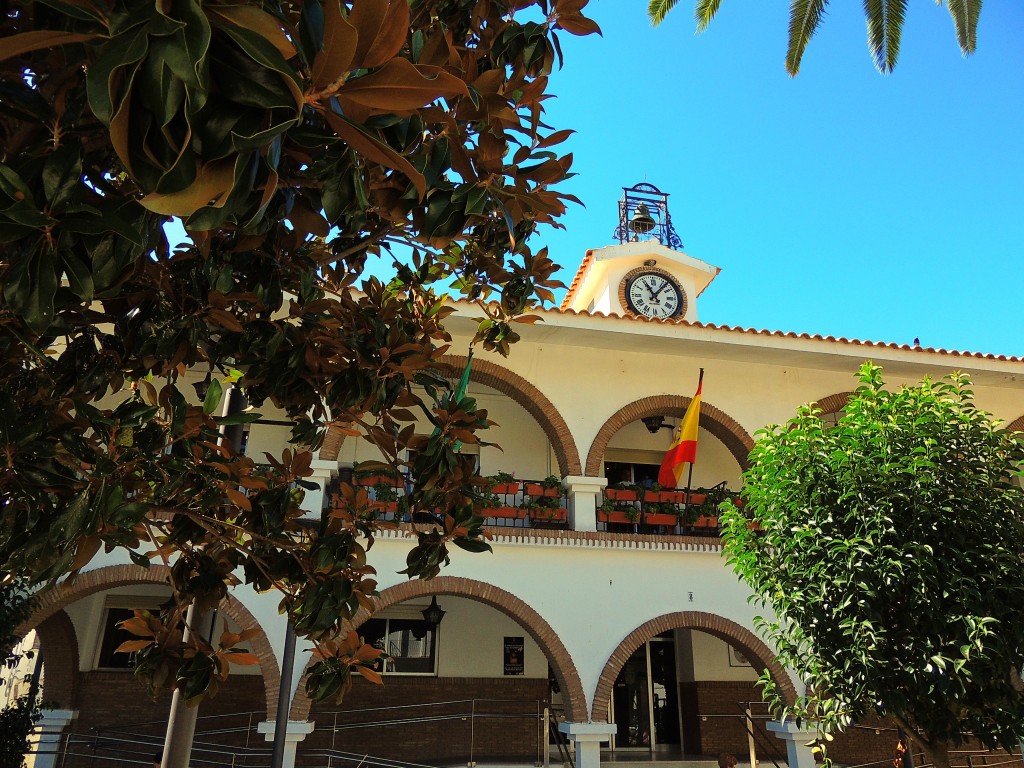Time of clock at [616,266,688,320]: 11:06
